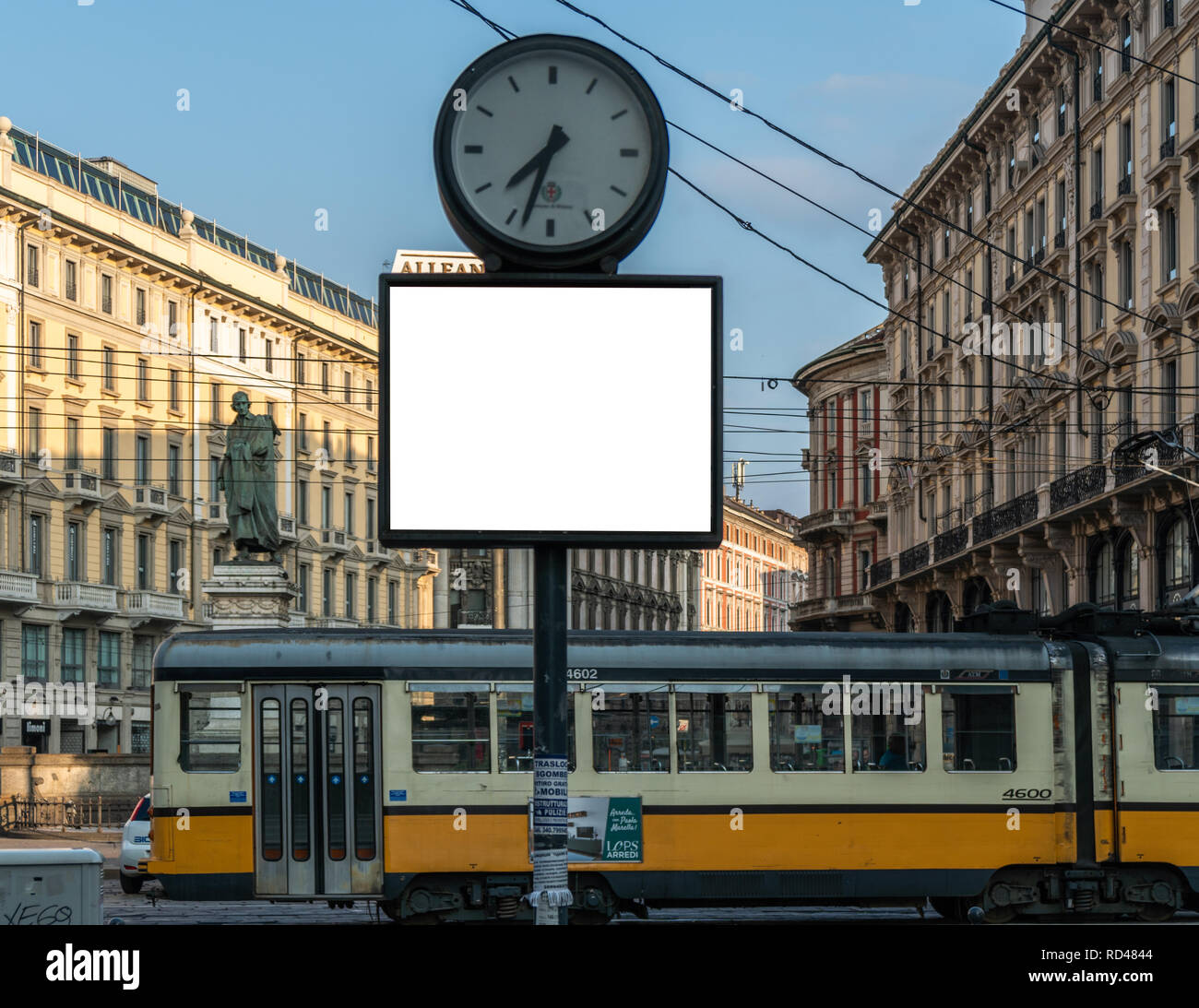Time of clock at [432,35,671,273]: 7:33
